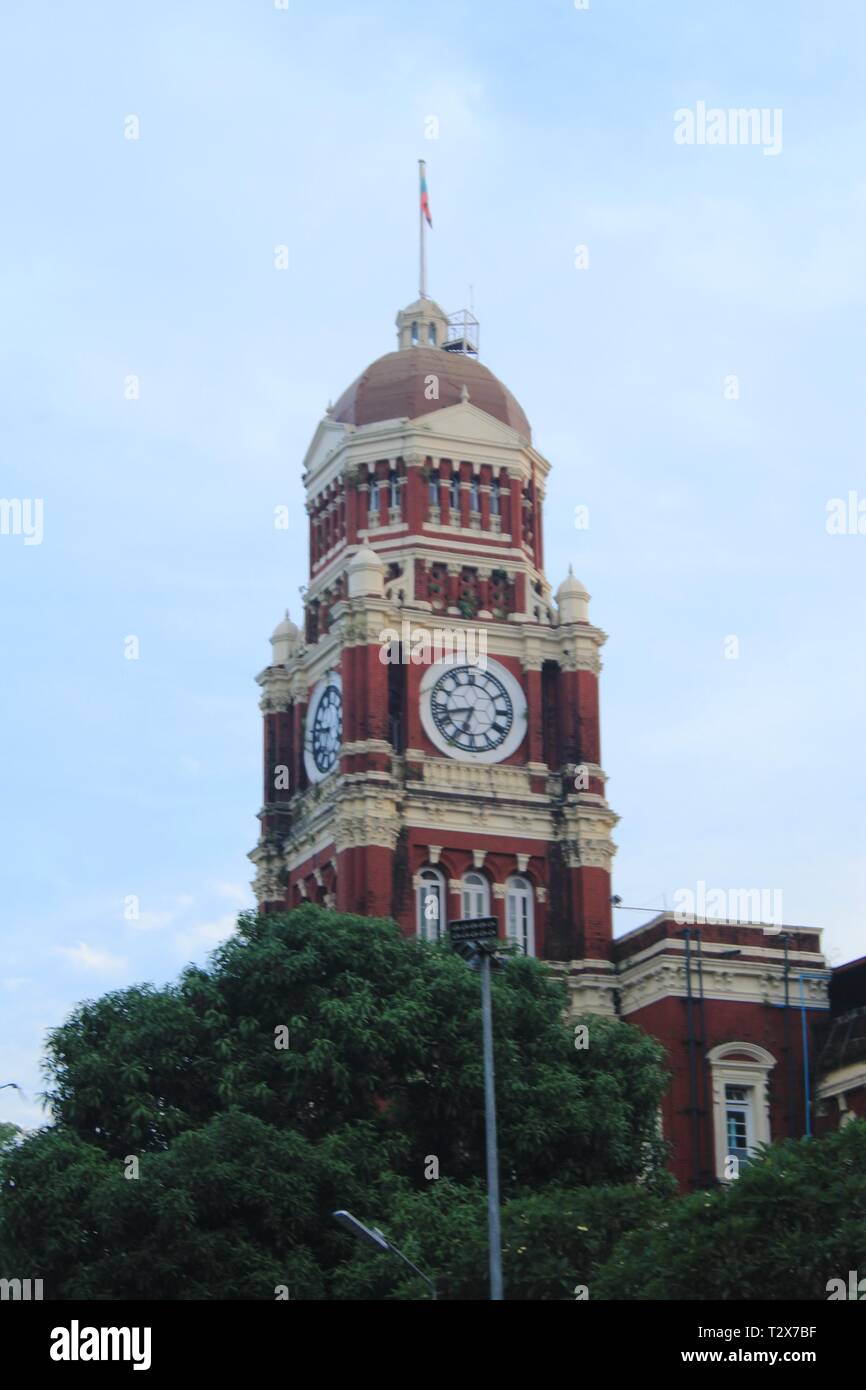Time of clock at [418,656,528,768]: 6:42
